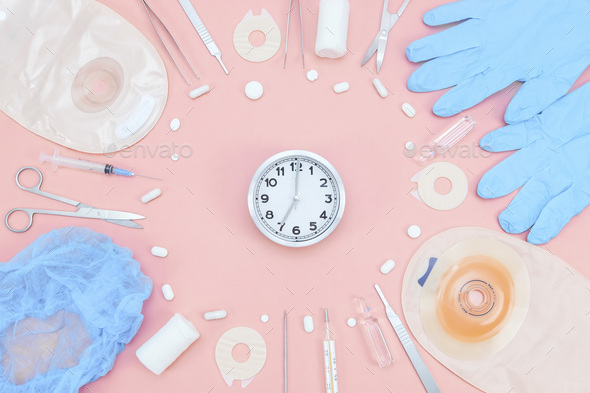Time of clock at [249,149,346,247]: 7:00
